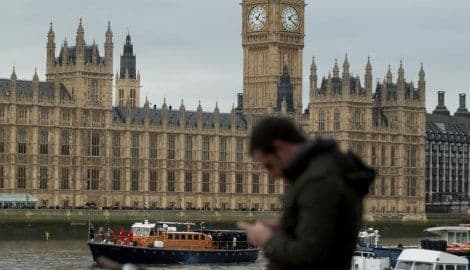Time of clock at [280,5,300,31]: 1:21
